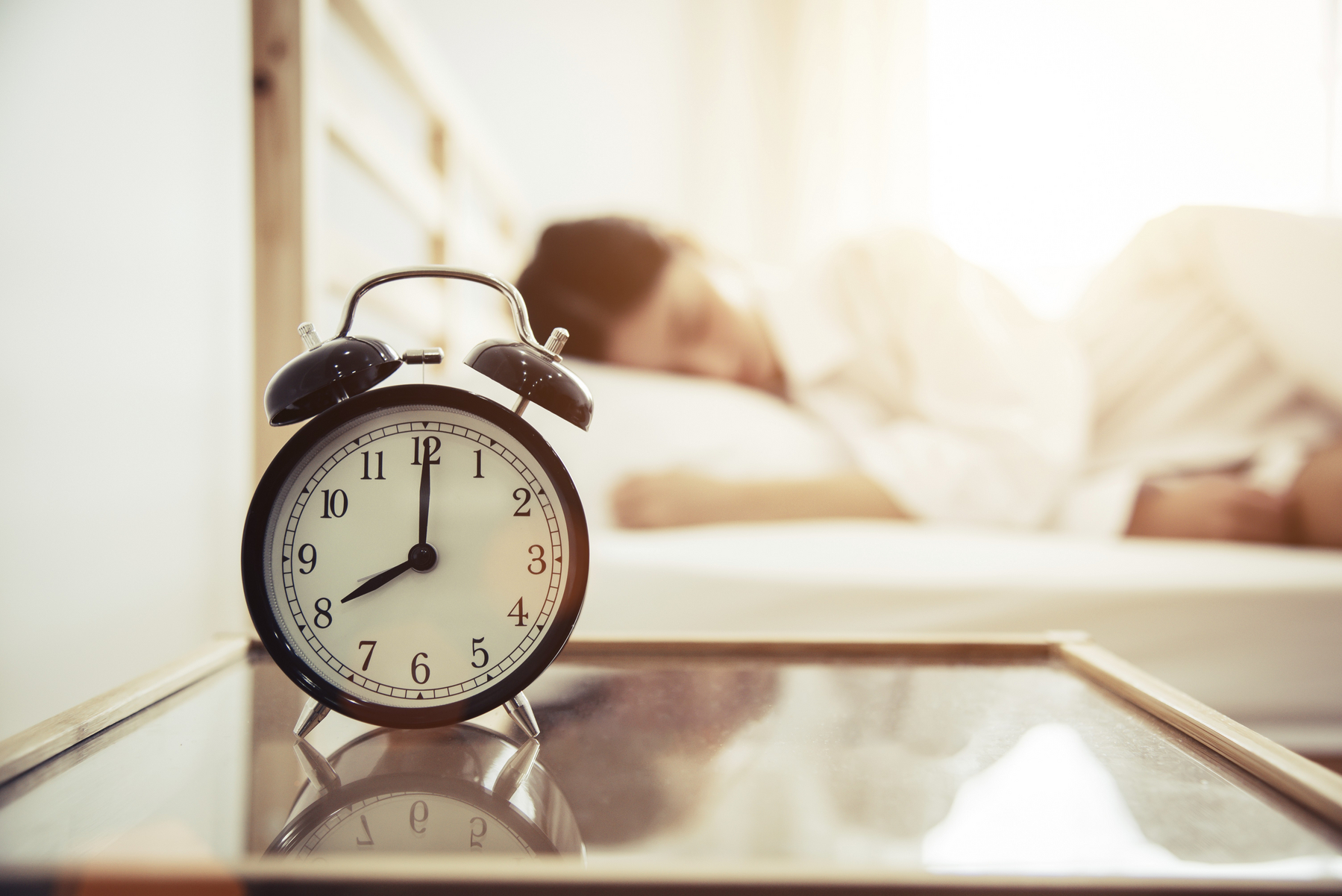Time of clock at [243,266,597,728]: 8:00
